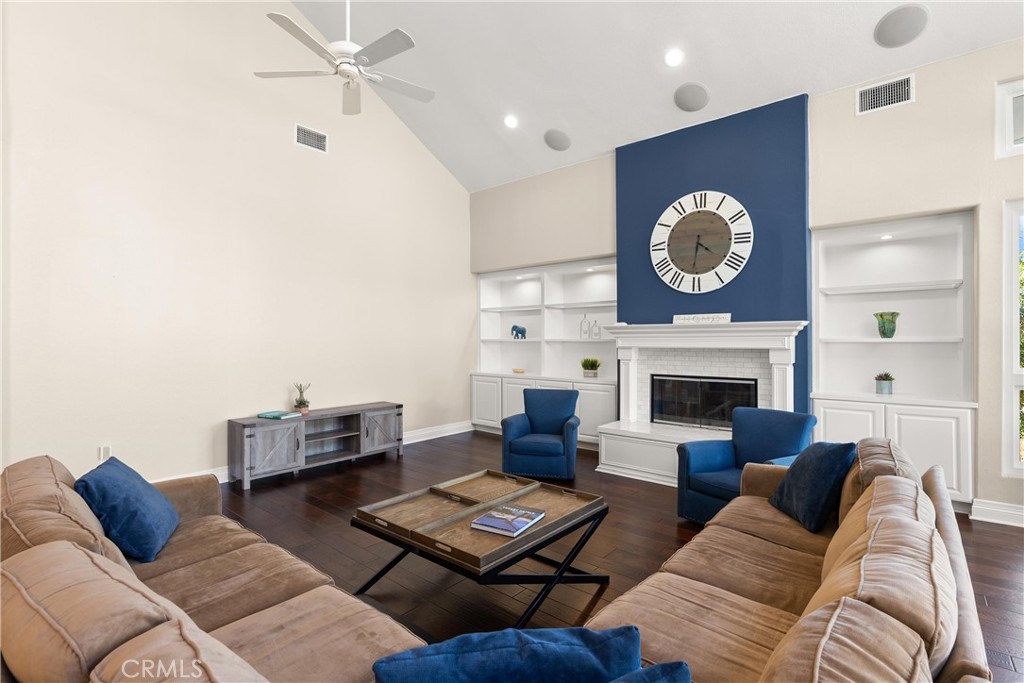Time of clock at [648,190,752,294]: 4:31
